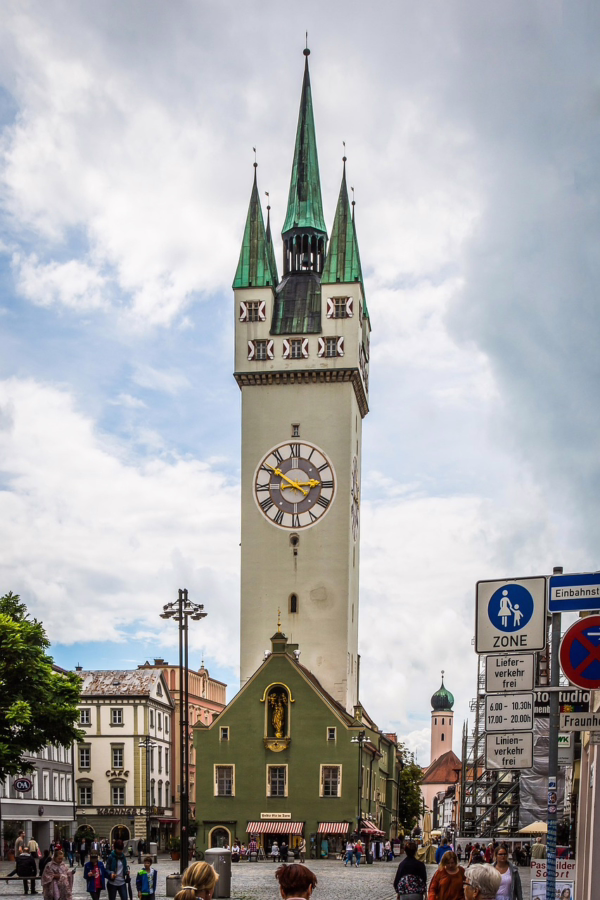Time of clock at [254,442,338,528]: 2:50
